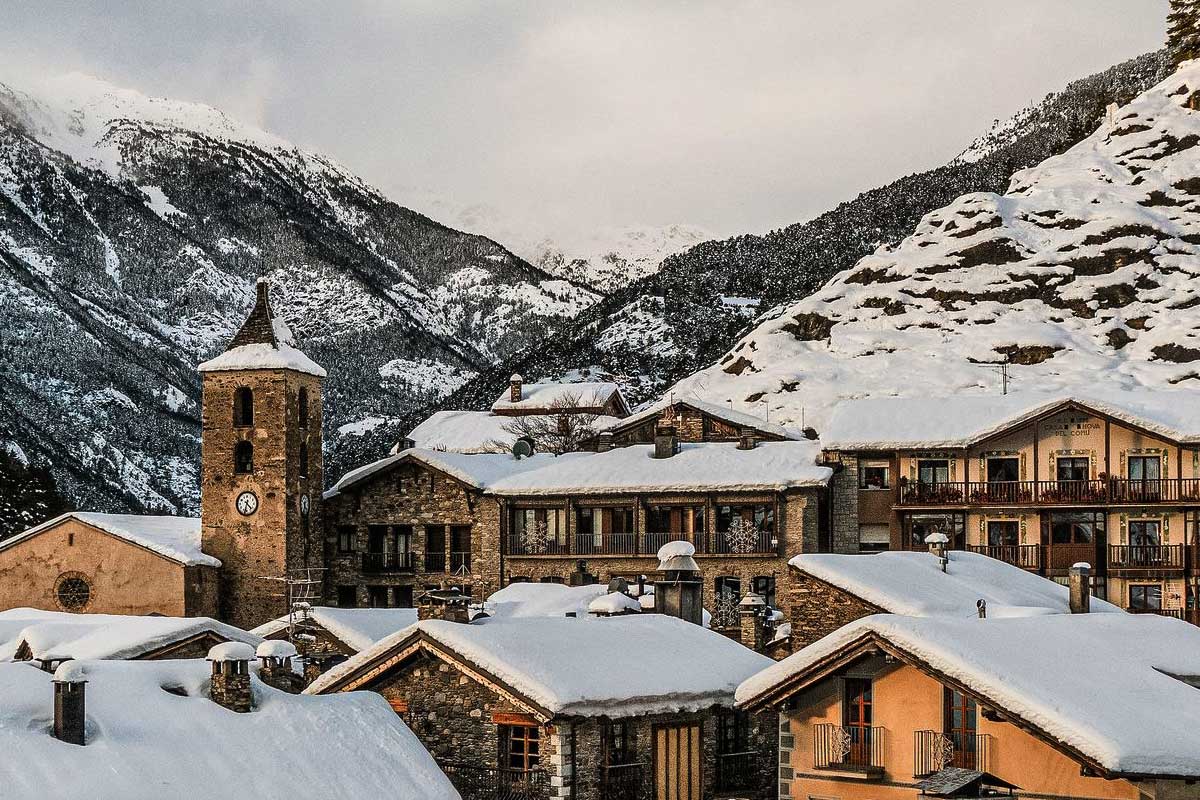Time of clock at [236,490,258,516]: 4:32
